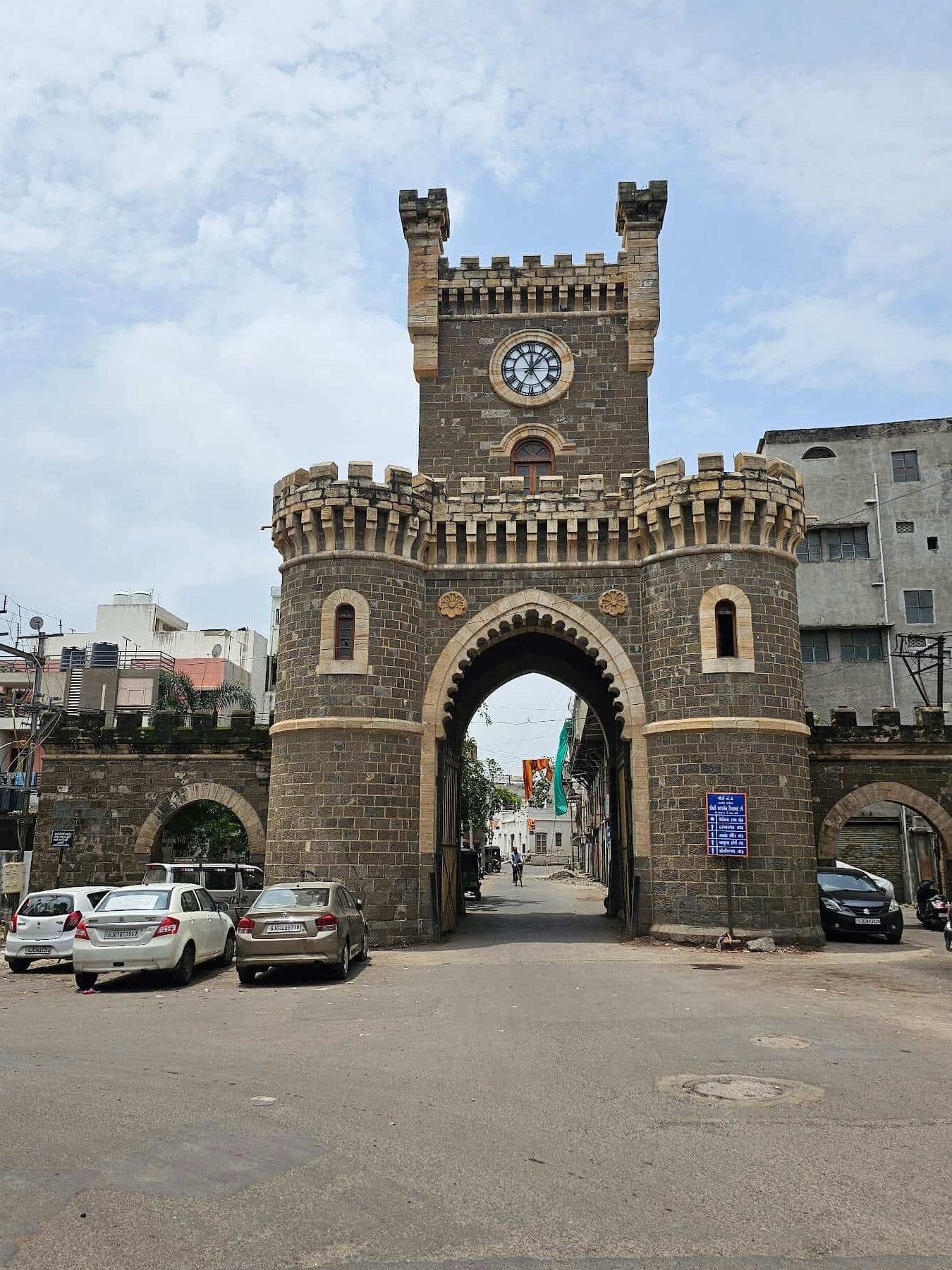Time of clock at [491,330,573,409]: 12:07
